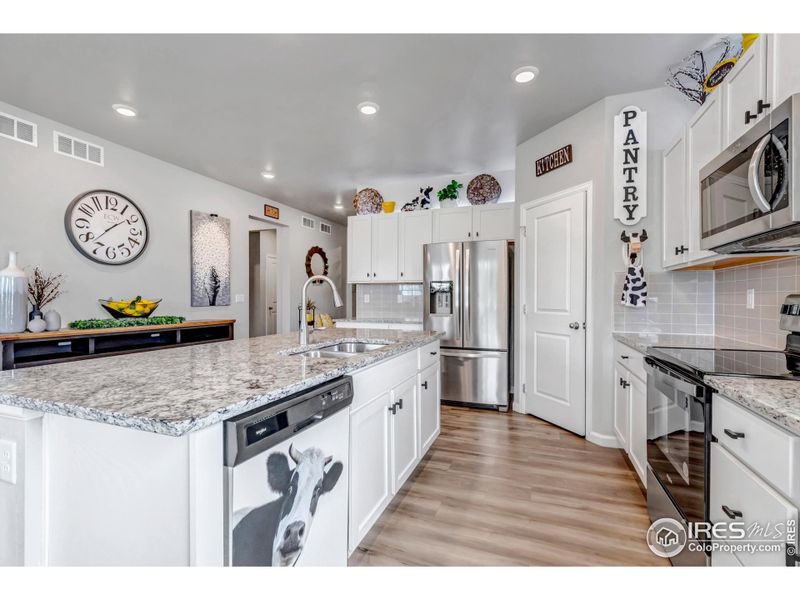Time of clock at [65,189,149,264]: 1:37
